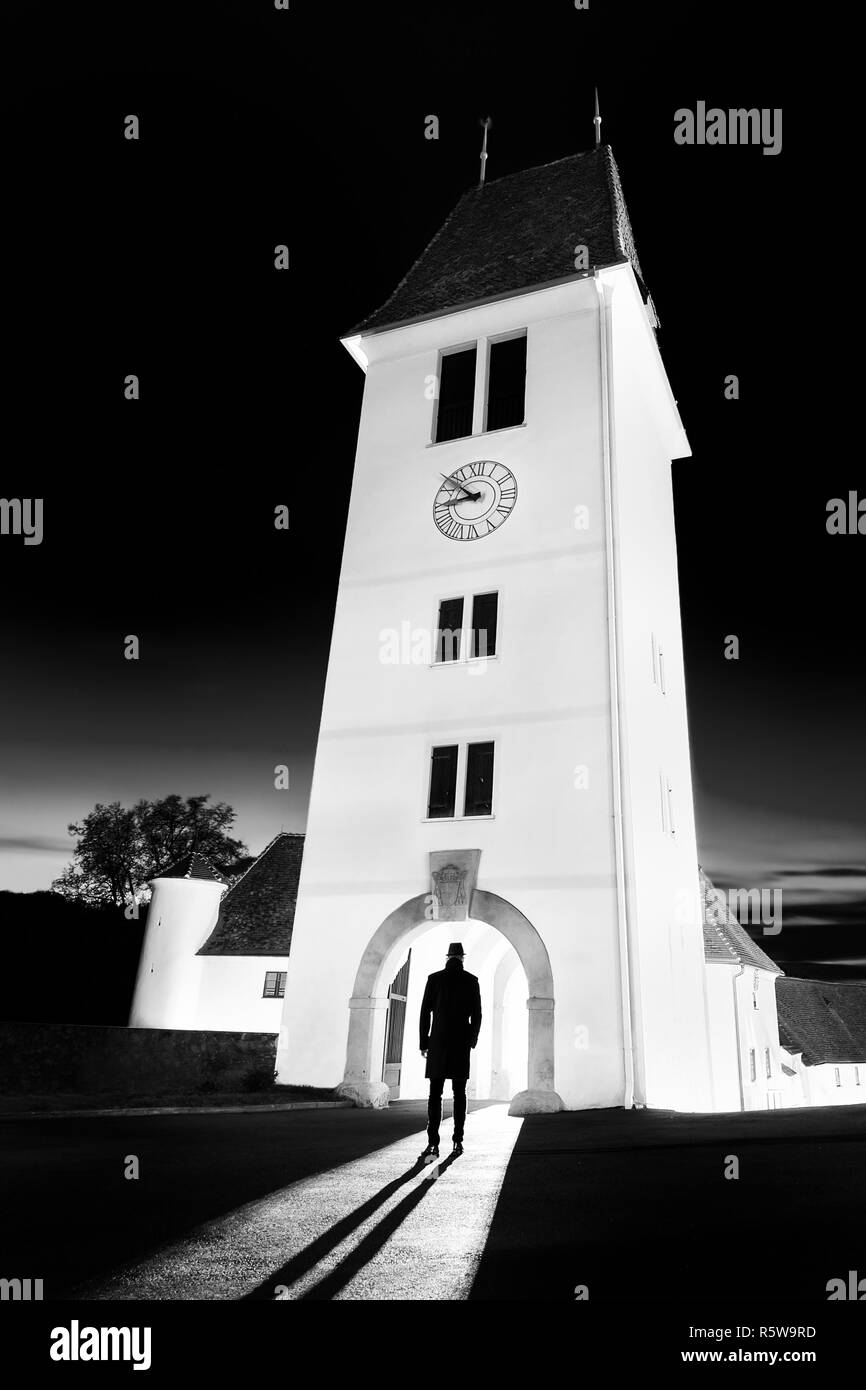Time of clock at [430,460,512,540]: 8:52
